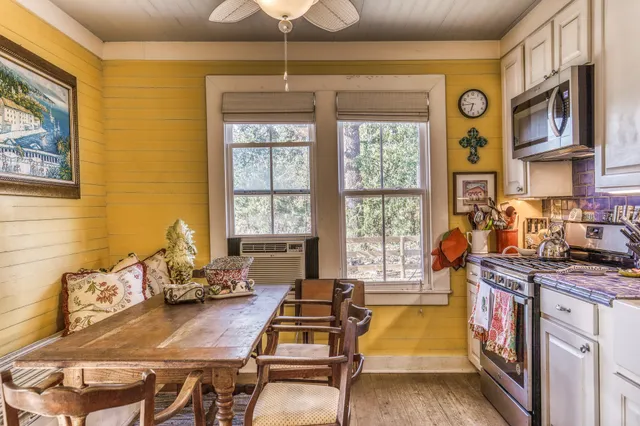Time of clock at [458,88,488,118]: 6:44
